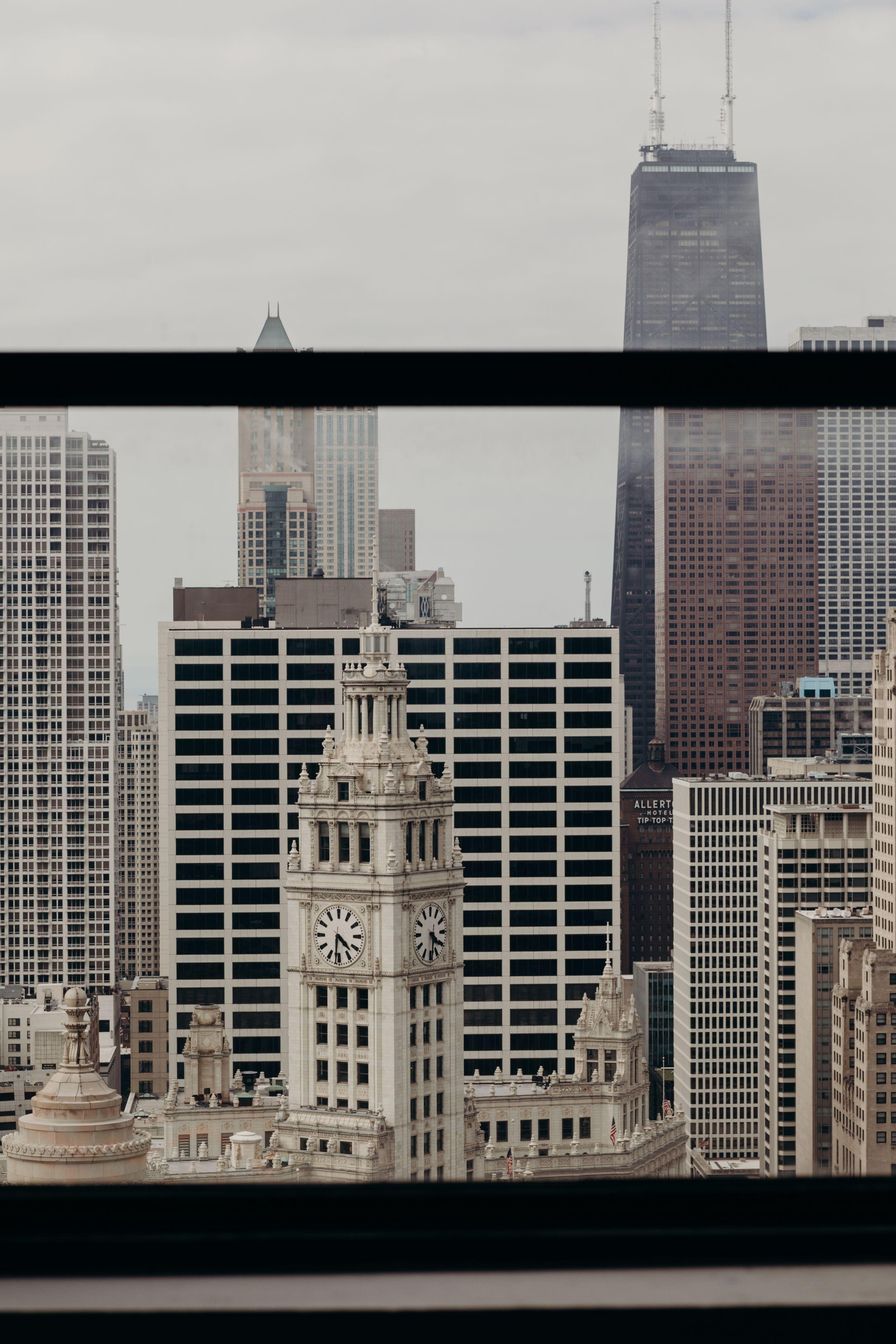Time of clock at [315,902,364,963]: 4:31
